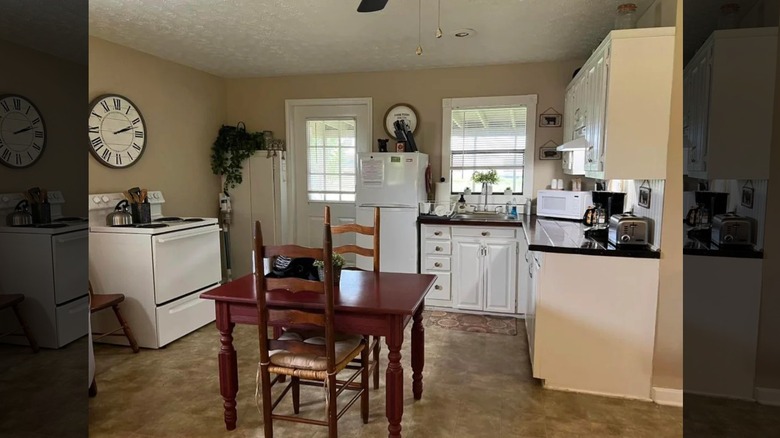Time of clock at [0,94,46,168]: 2:12
